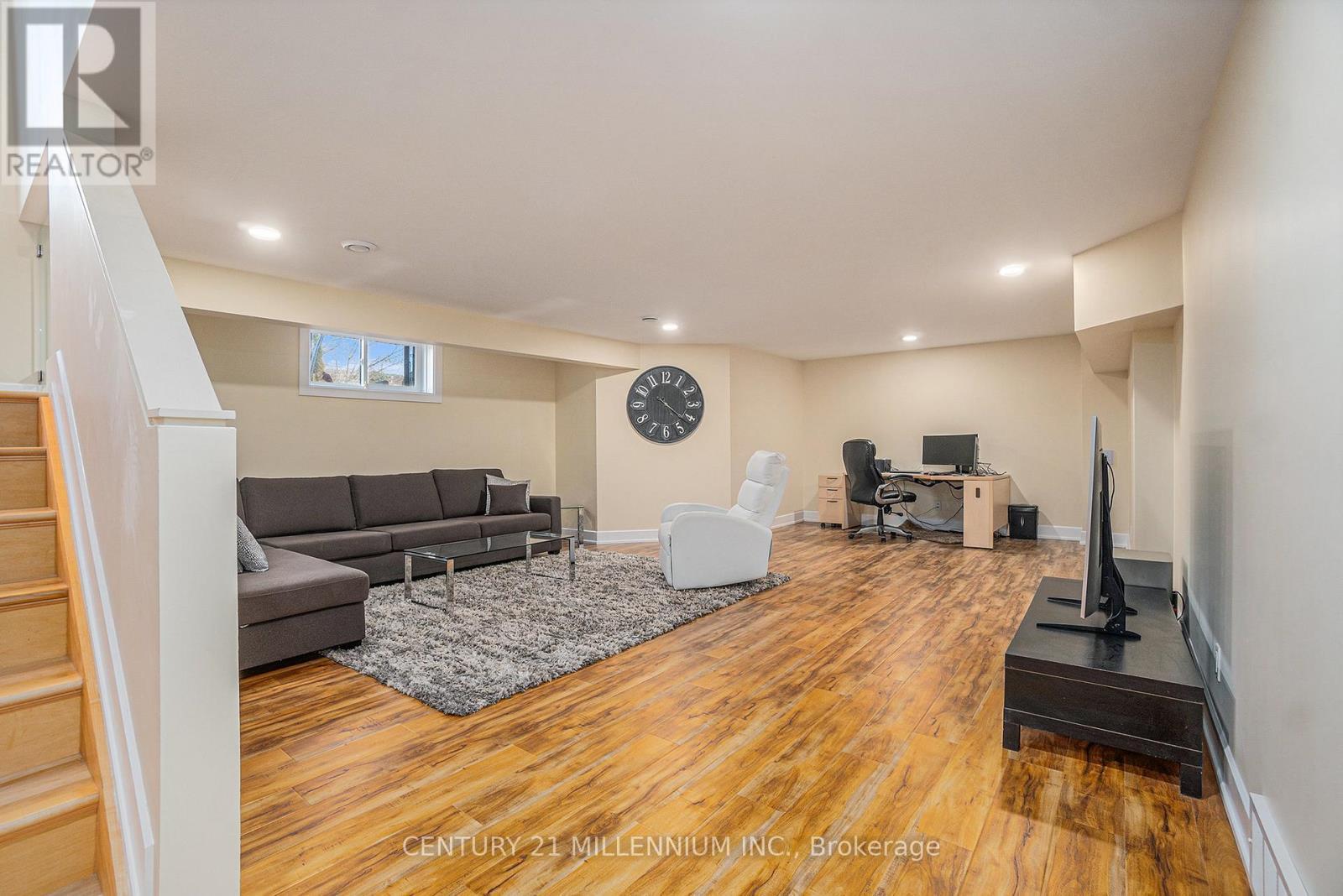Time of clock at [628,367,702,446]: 4:21
